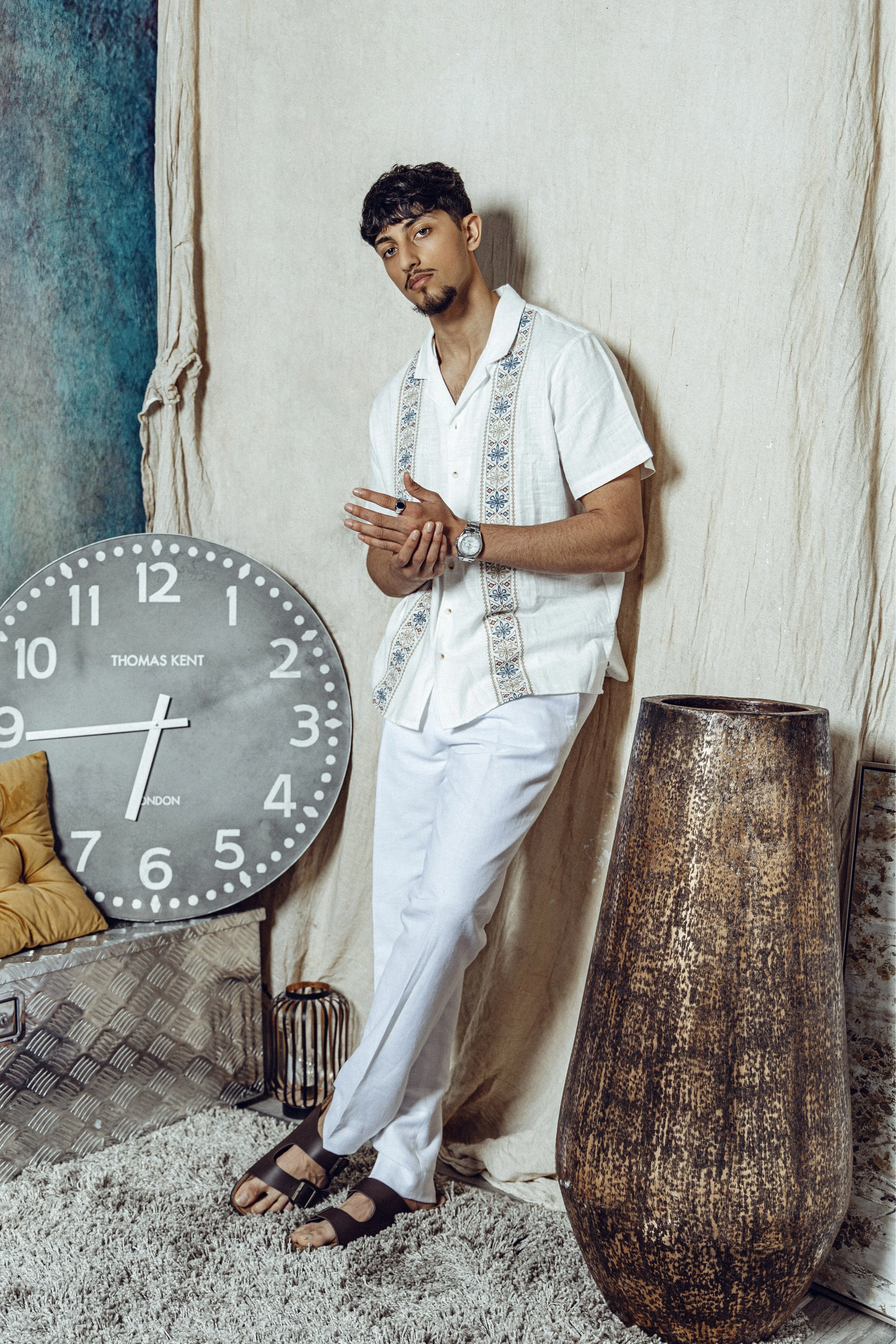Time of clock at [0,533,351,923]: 6:44
